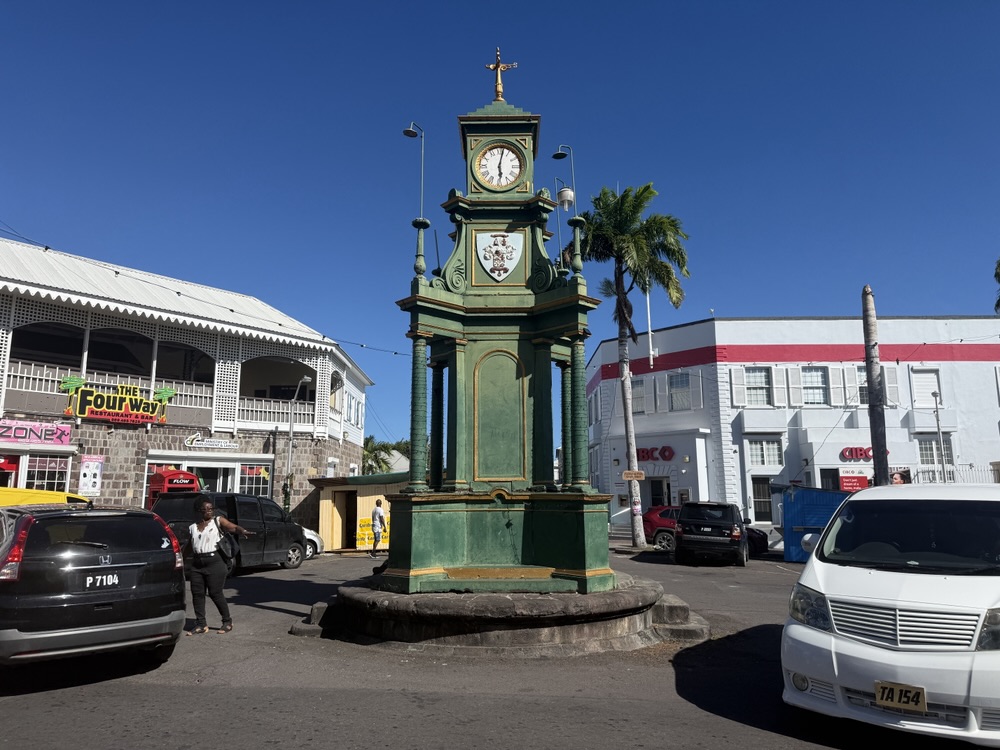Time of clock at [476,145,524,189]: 6:01
